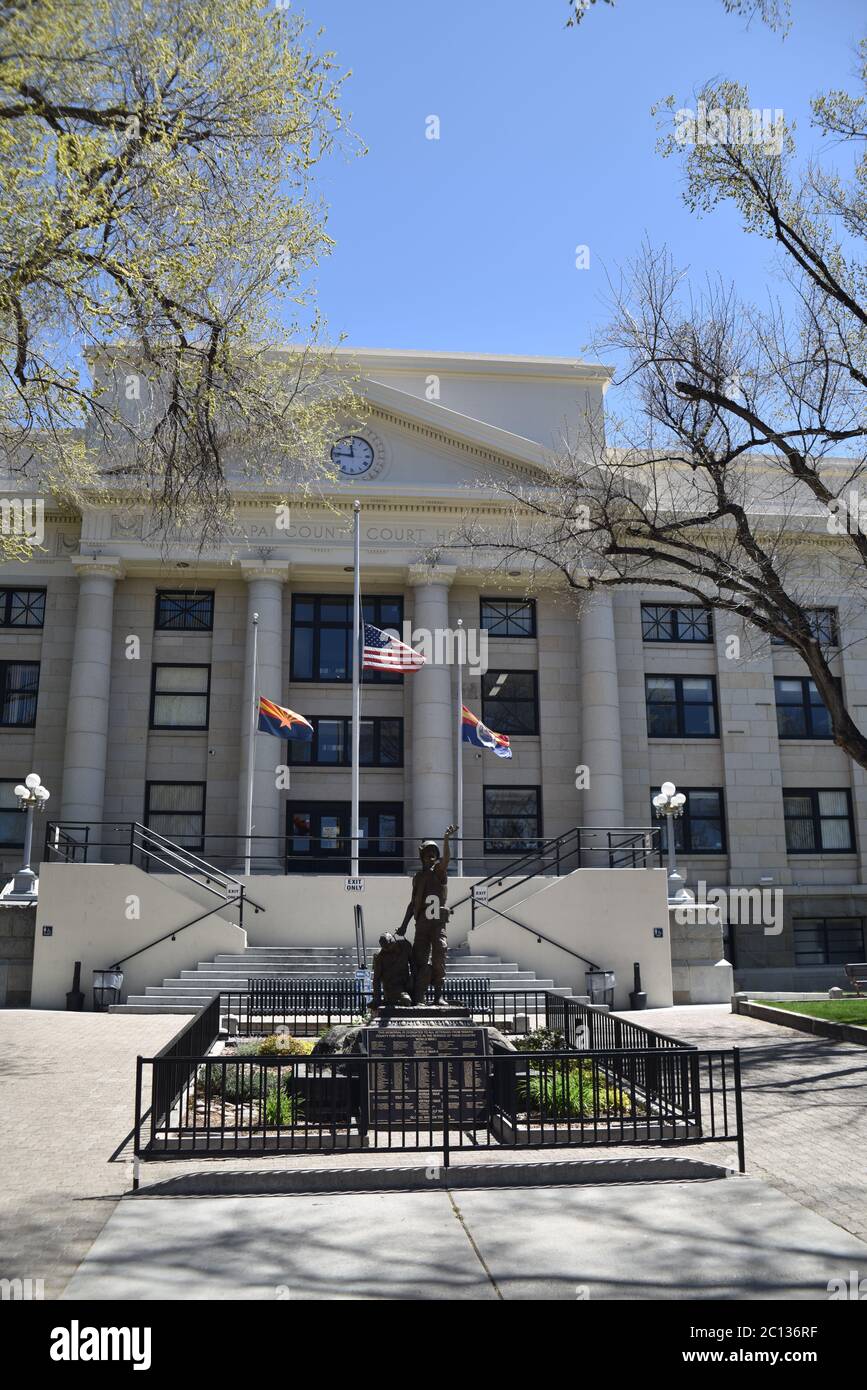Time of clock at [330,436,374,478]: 11:46
